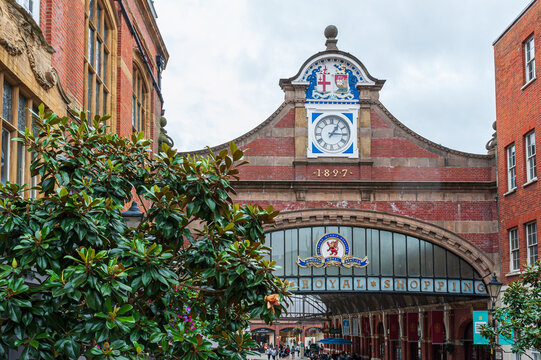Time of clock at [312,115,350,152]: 1:15
